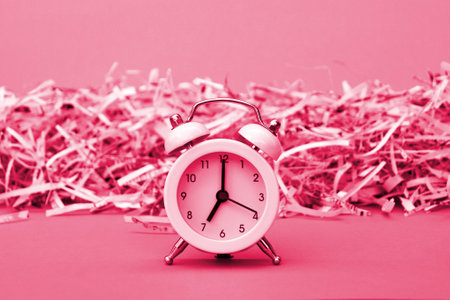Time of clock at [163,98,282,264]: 7:00
